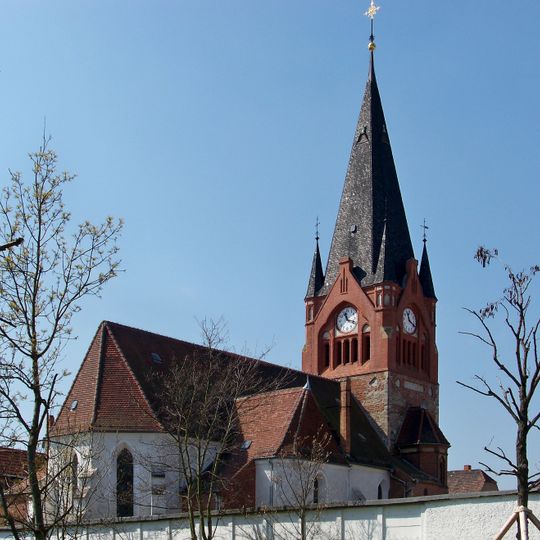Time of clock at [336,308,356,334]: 11:18
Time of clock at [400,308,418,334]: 11:19
